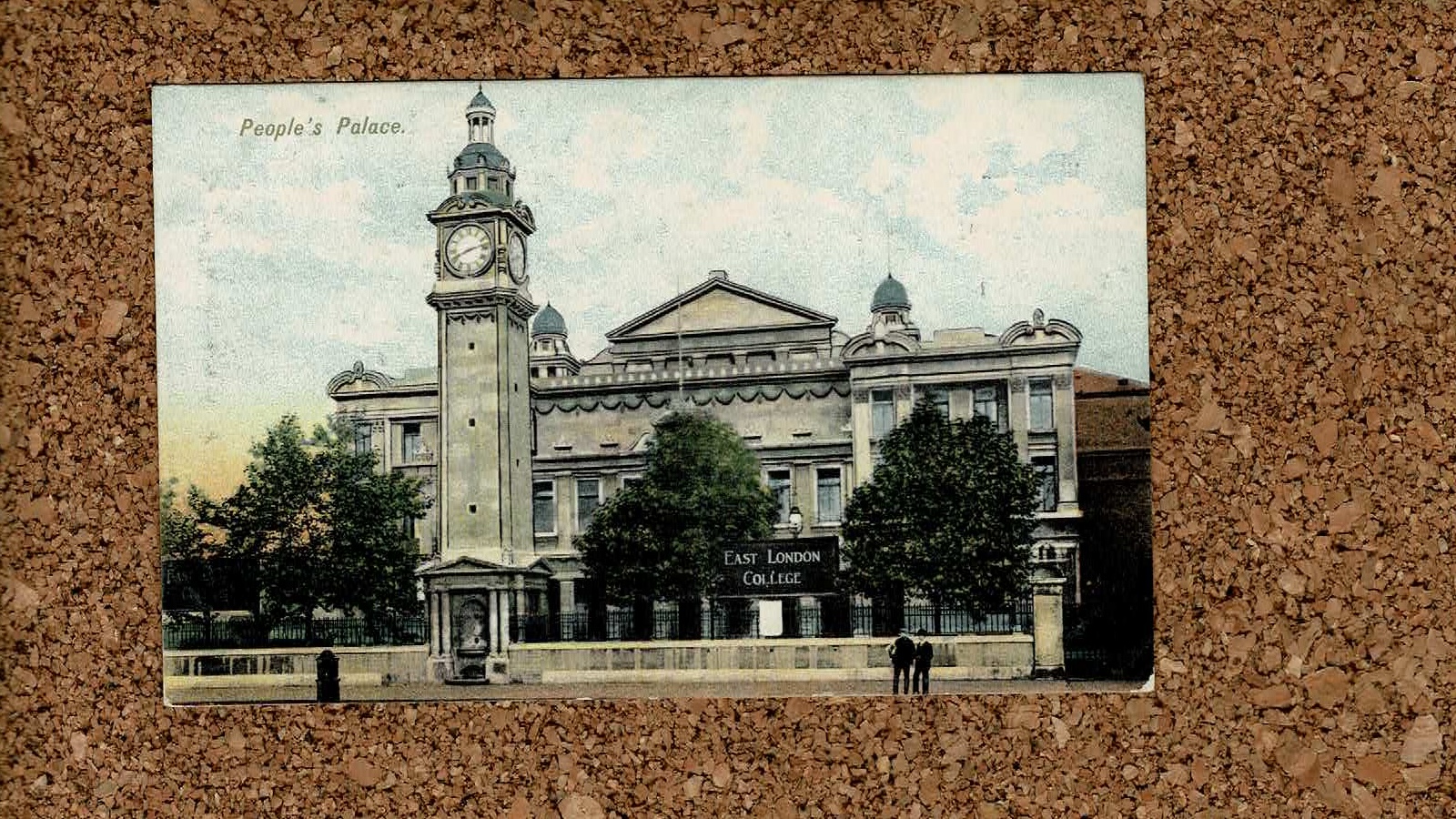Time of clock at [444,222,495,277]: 8:12
